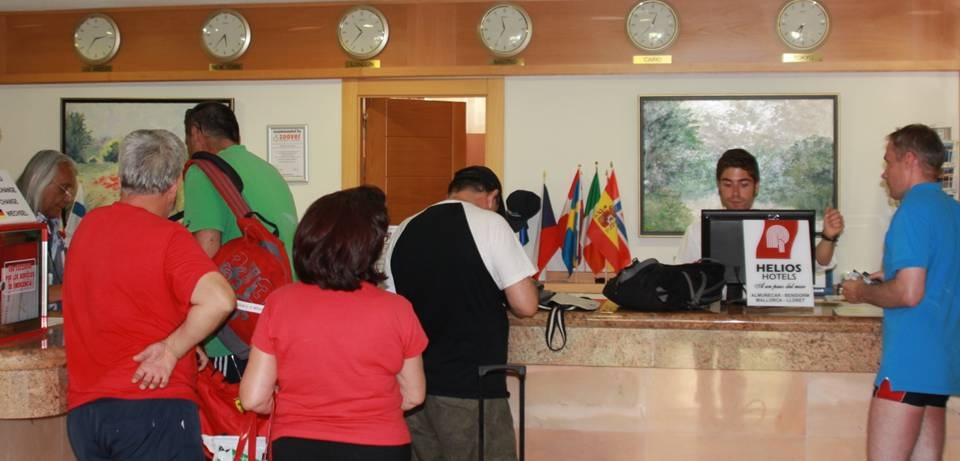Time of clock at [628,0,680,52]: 12:37
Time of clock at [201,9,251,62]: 5:36
